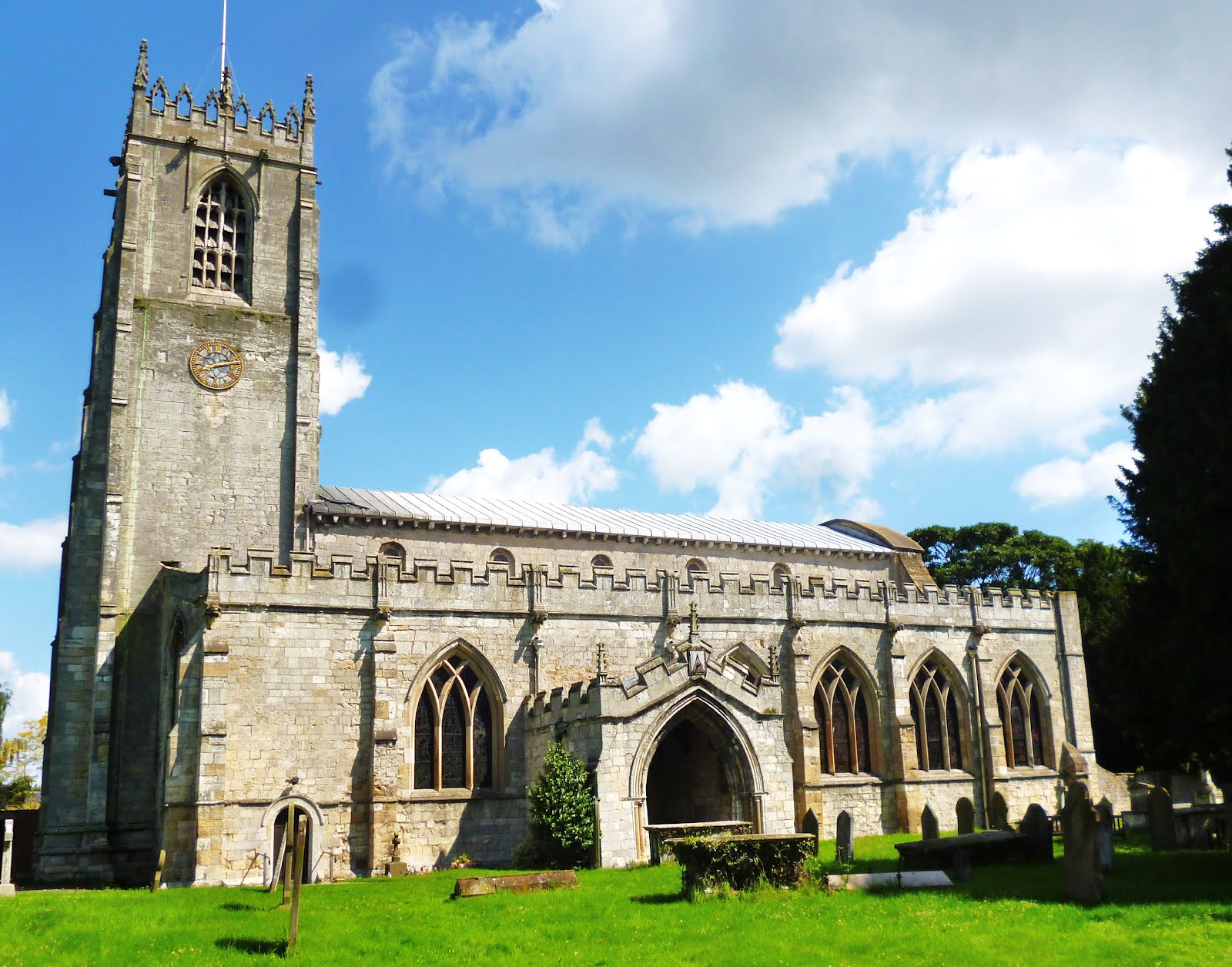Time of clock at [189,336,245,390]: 8:12
